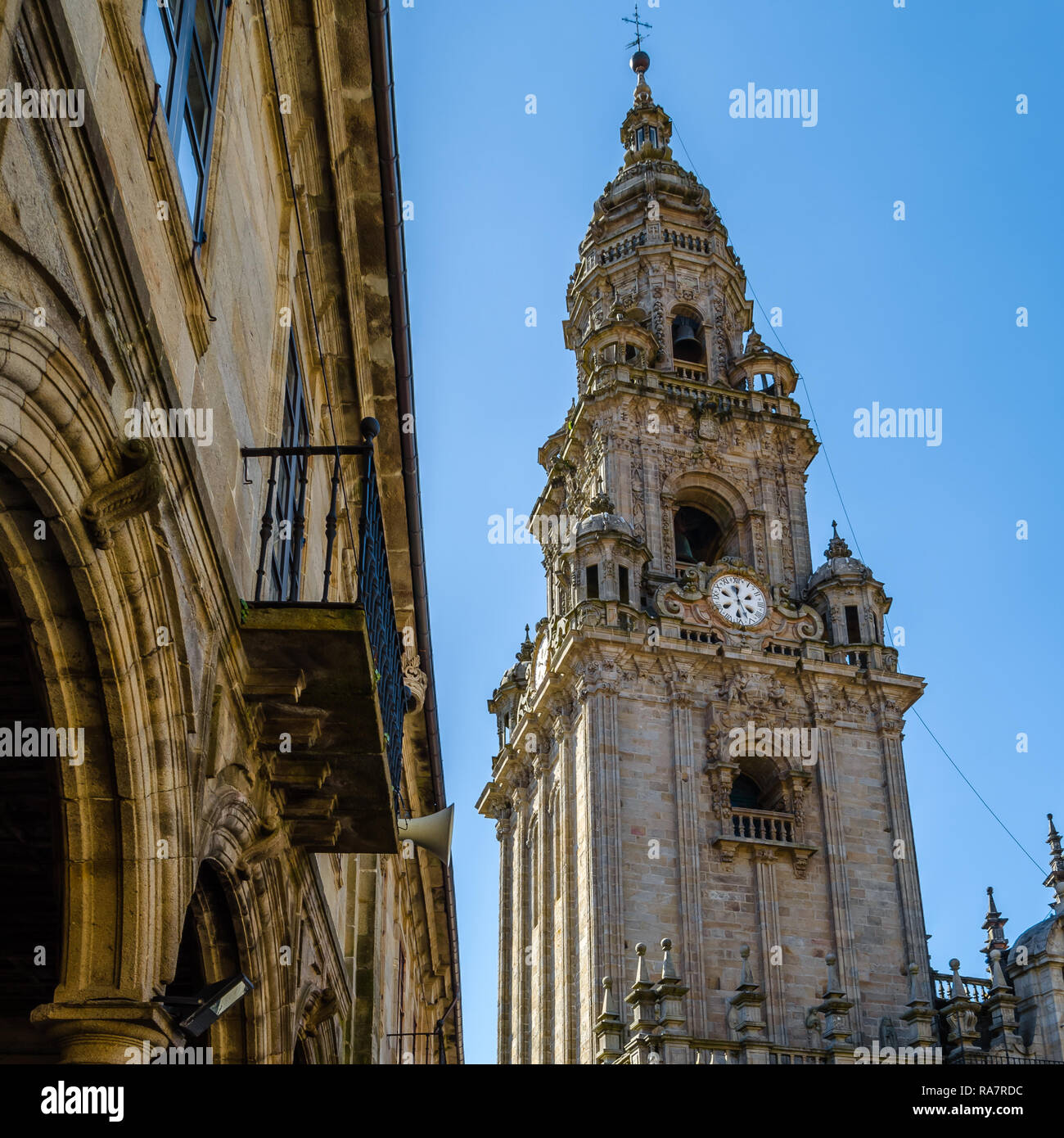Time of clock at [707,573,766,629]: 11:48
